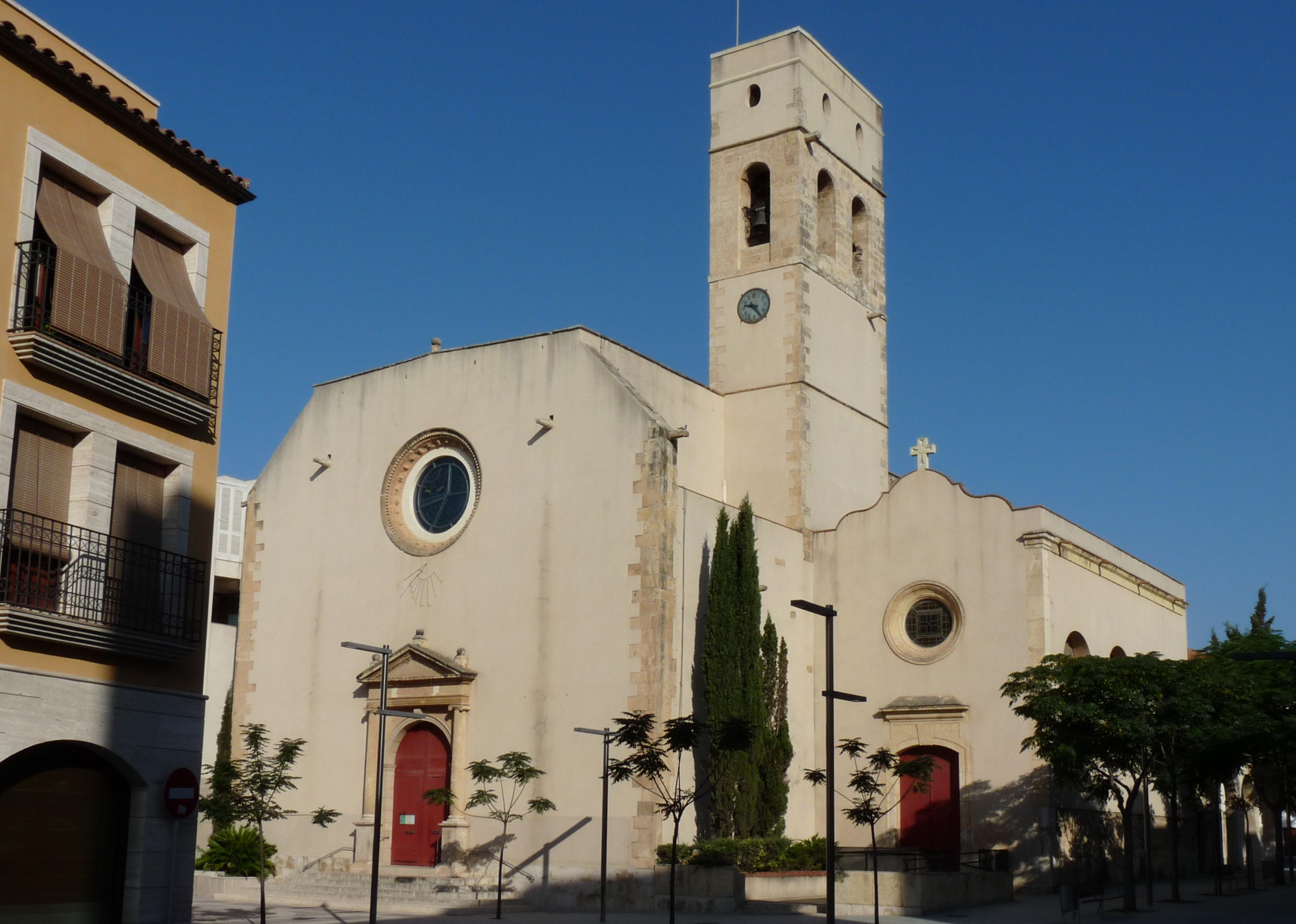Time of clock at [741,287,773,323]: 9:24
